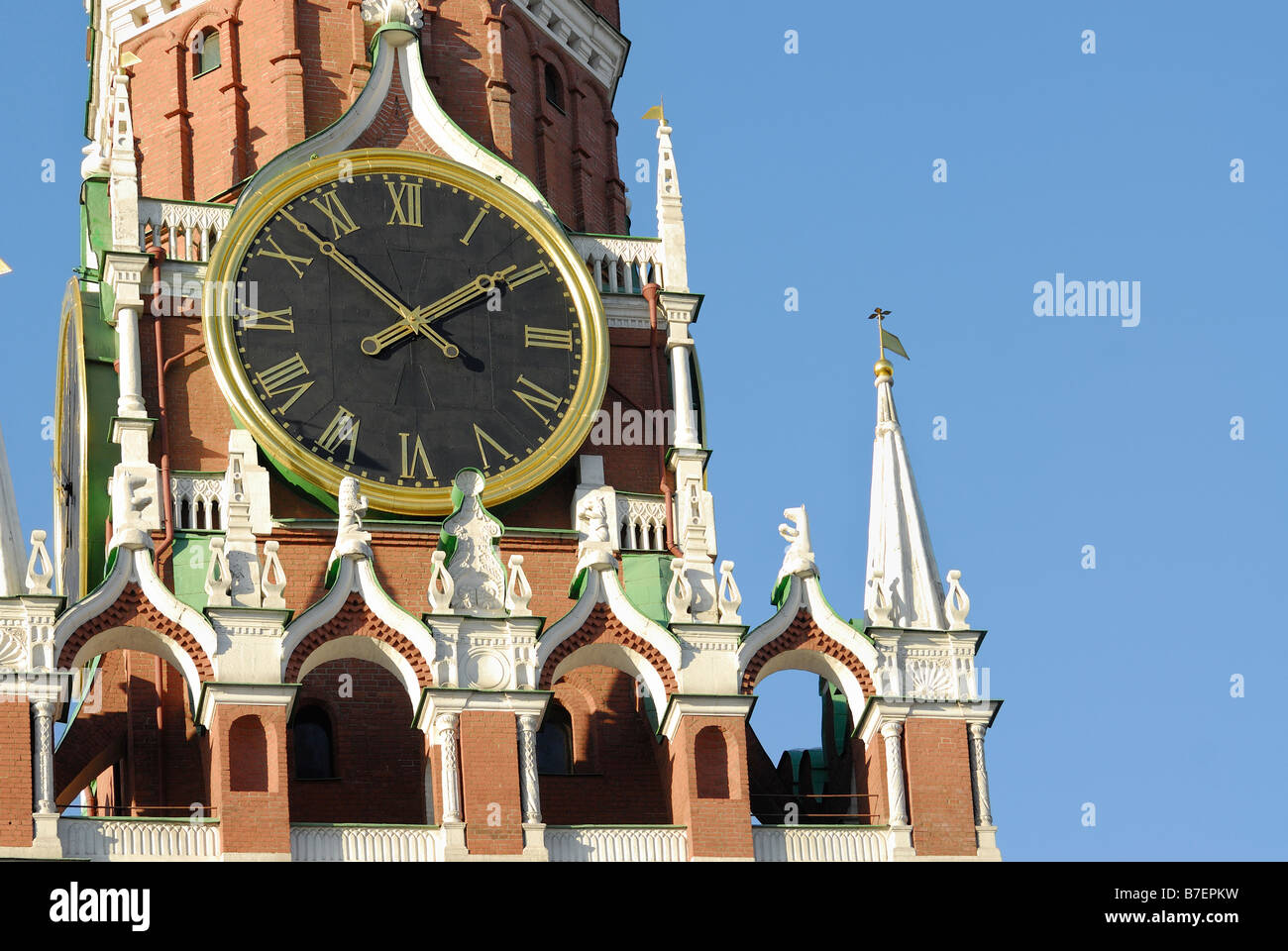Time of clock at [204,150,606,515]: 1:52
